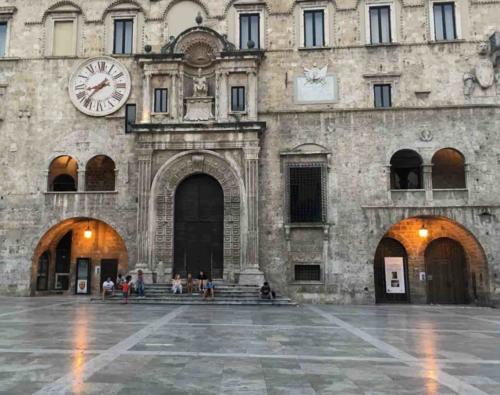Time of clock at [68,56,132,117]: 8:37
